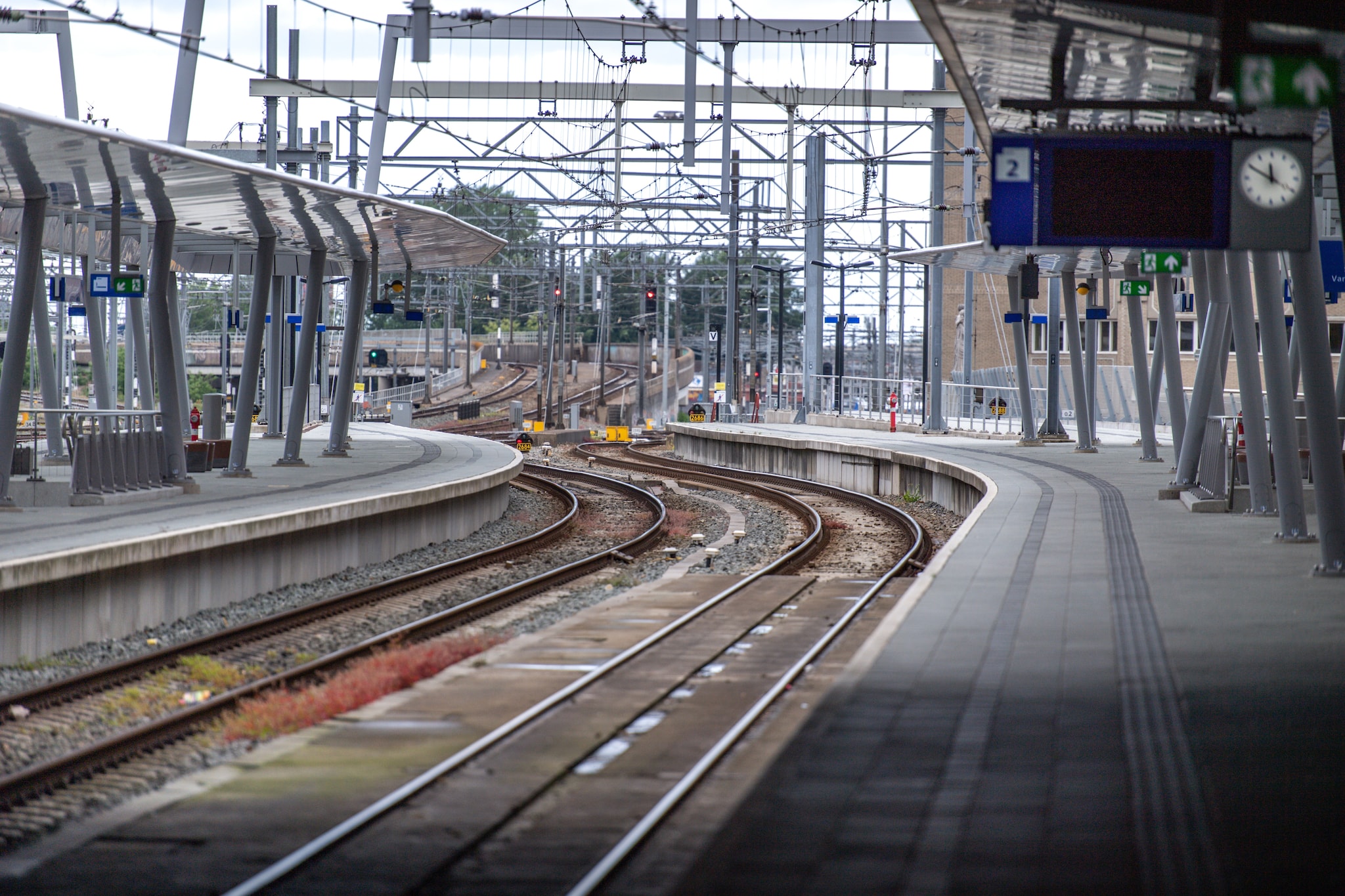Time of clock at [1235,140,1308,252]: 11:49
